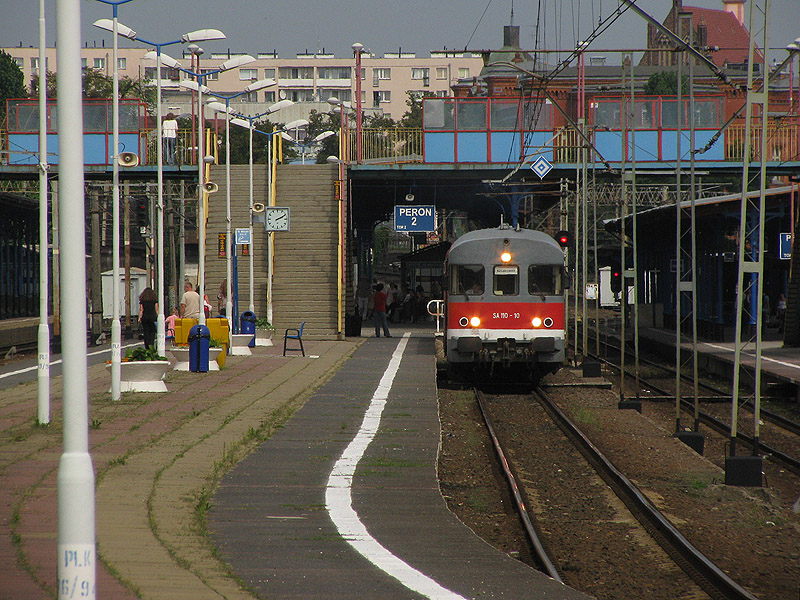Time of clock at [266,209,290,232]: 2:09
